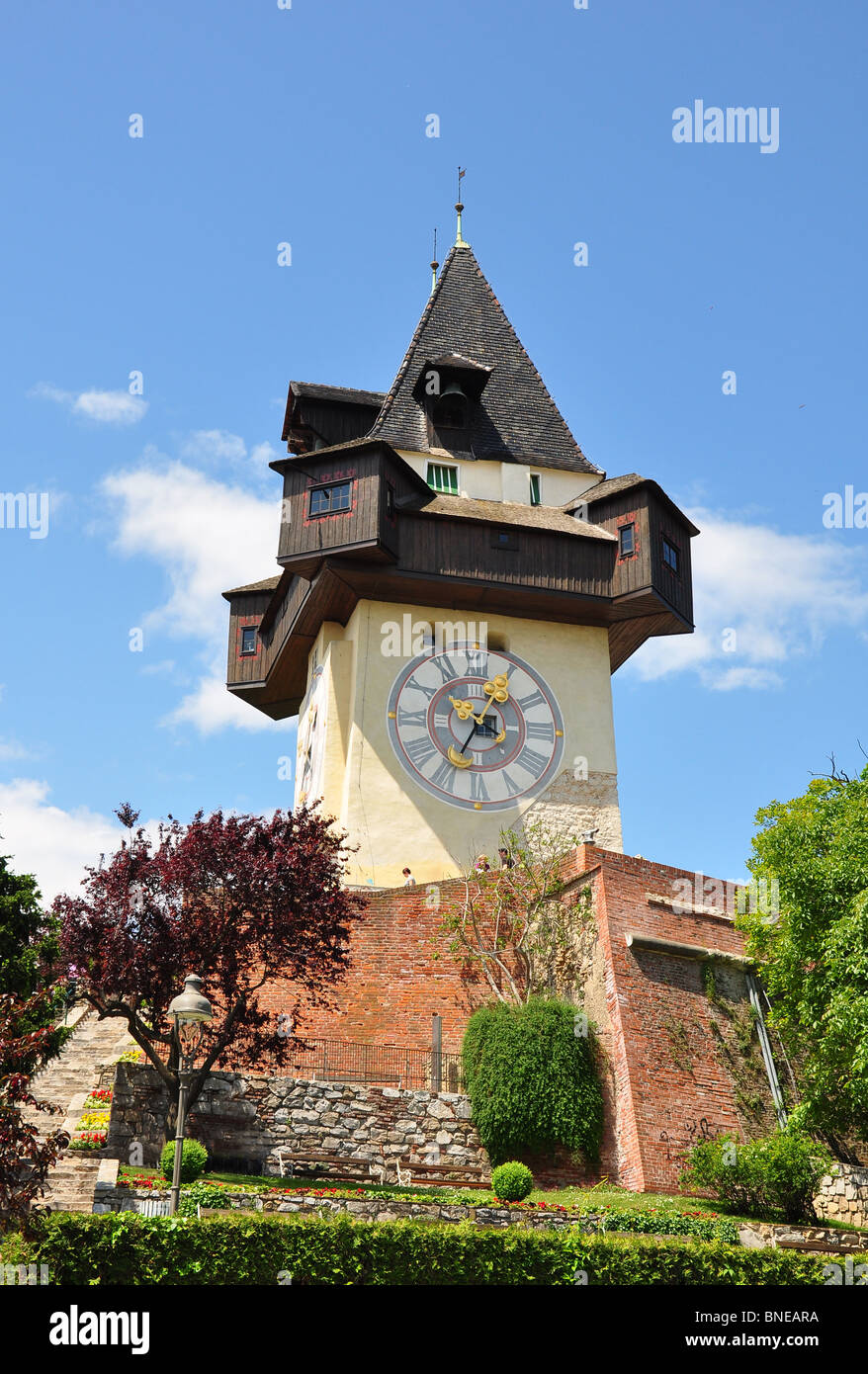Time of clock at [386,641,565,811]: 3:34
